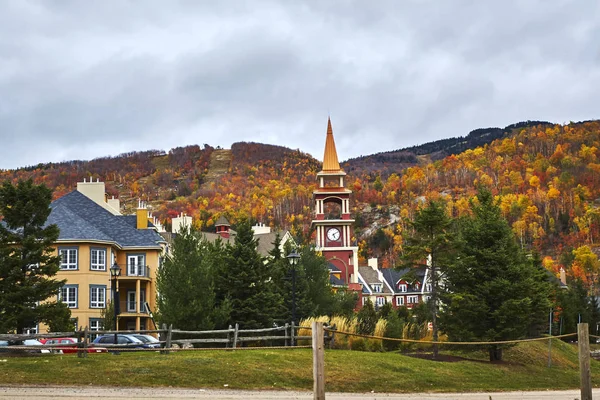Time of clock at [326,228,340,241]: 5:09
